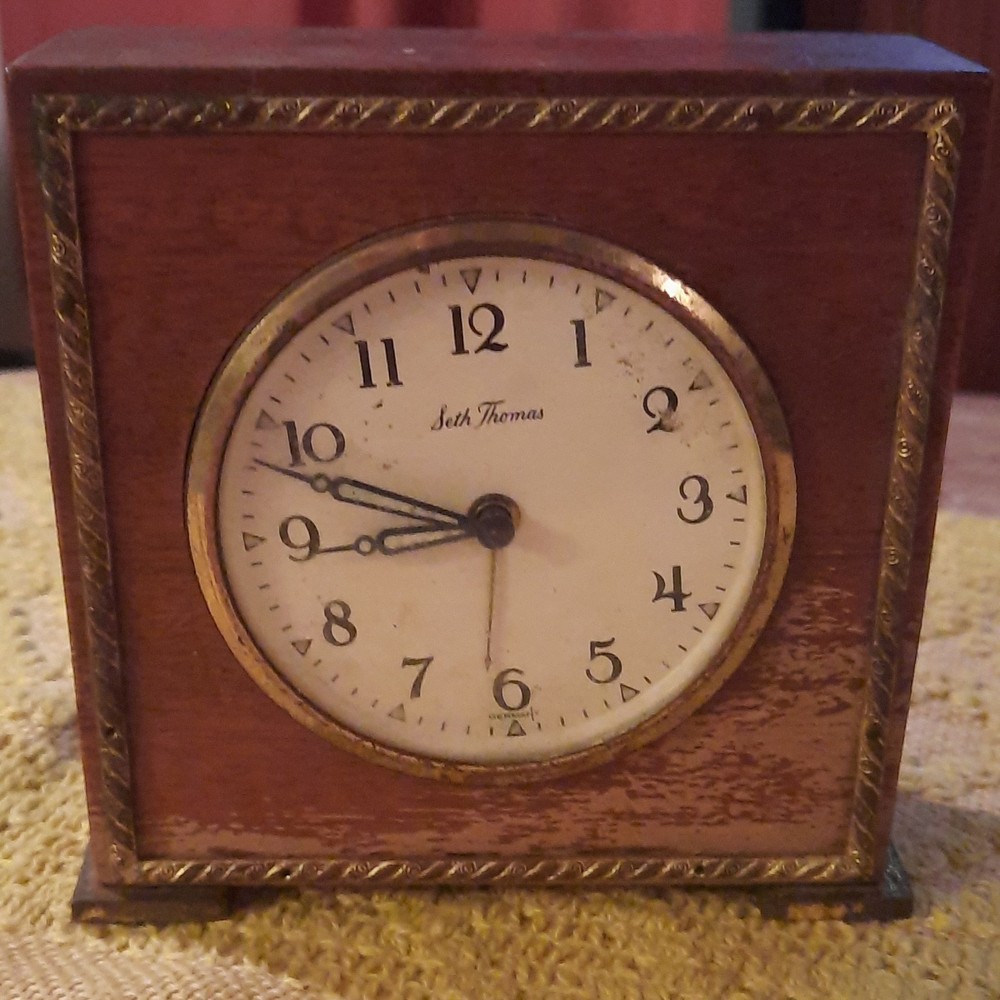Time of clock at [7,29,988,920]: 8:48
